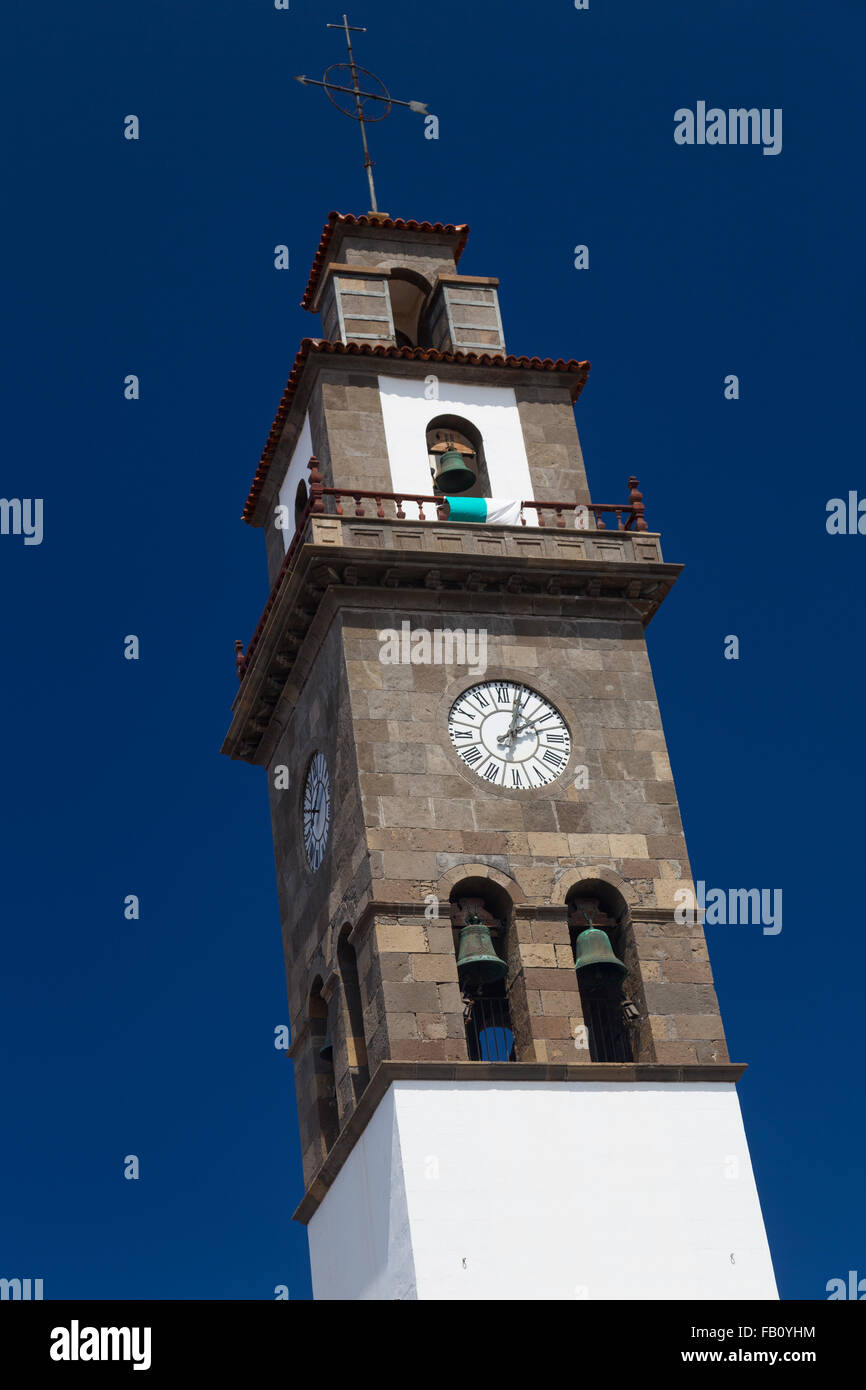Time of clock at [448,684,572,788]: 2:03
